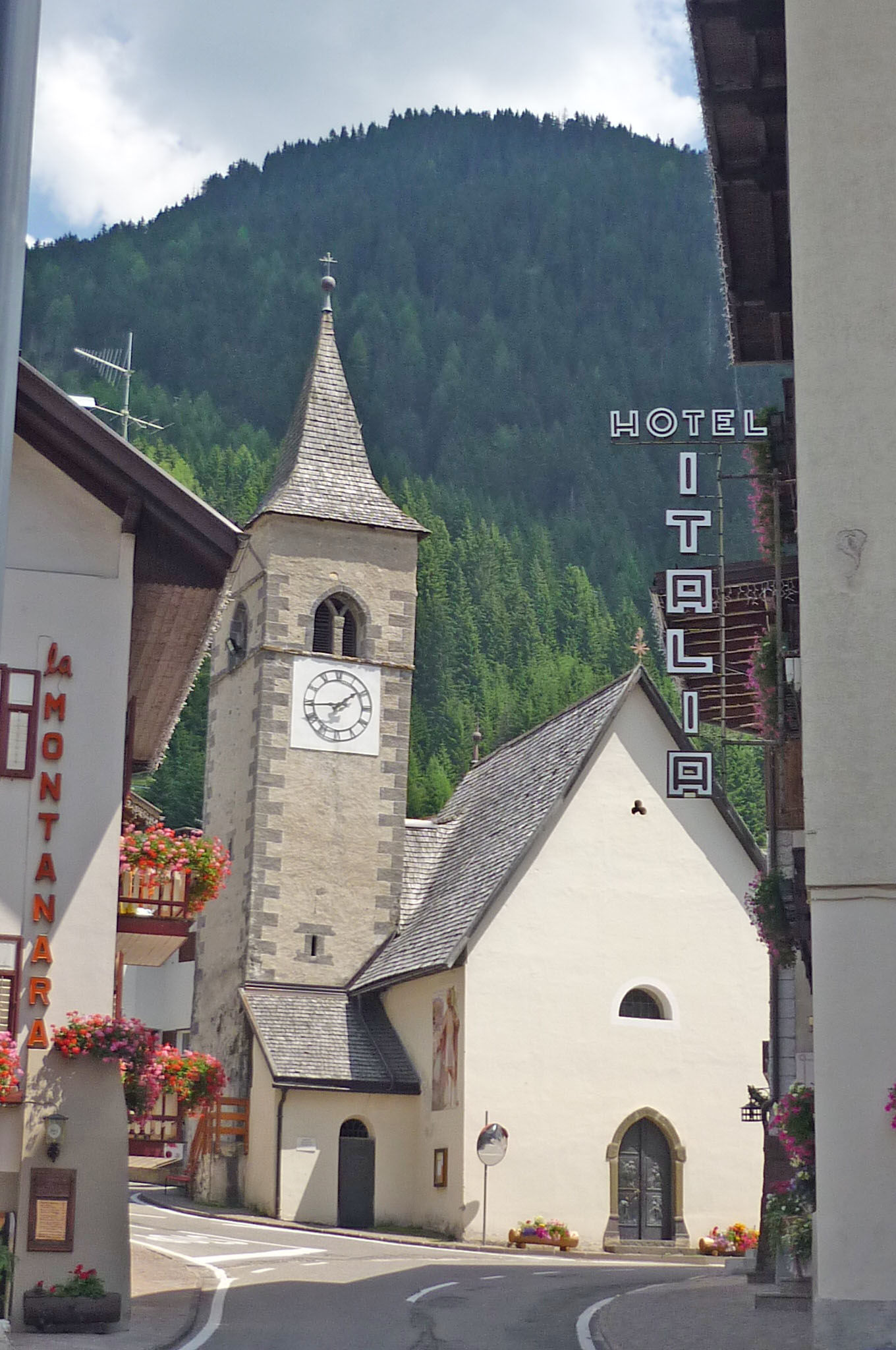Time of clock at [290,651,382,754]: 1:44
